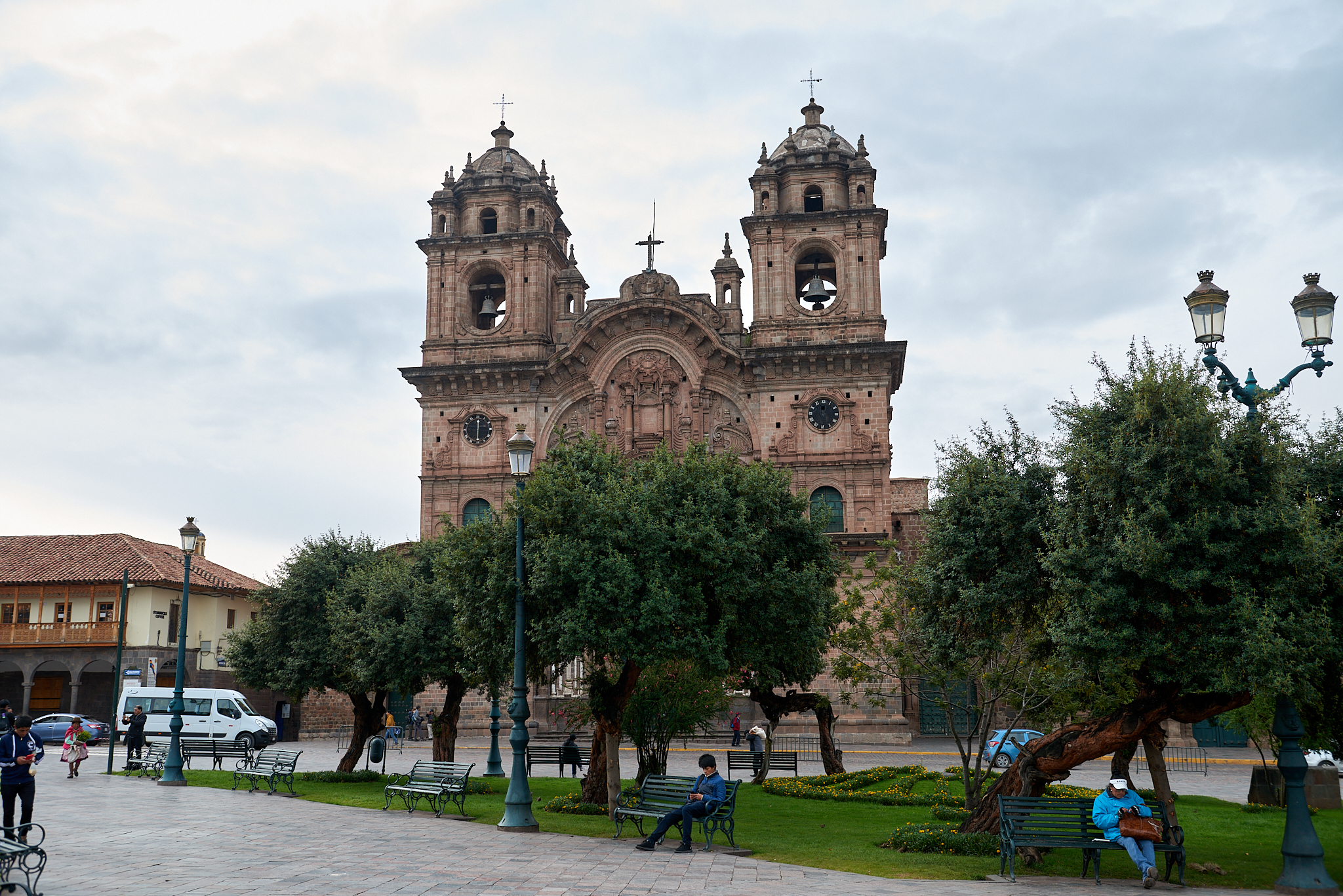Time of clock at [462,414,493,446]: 6:00
